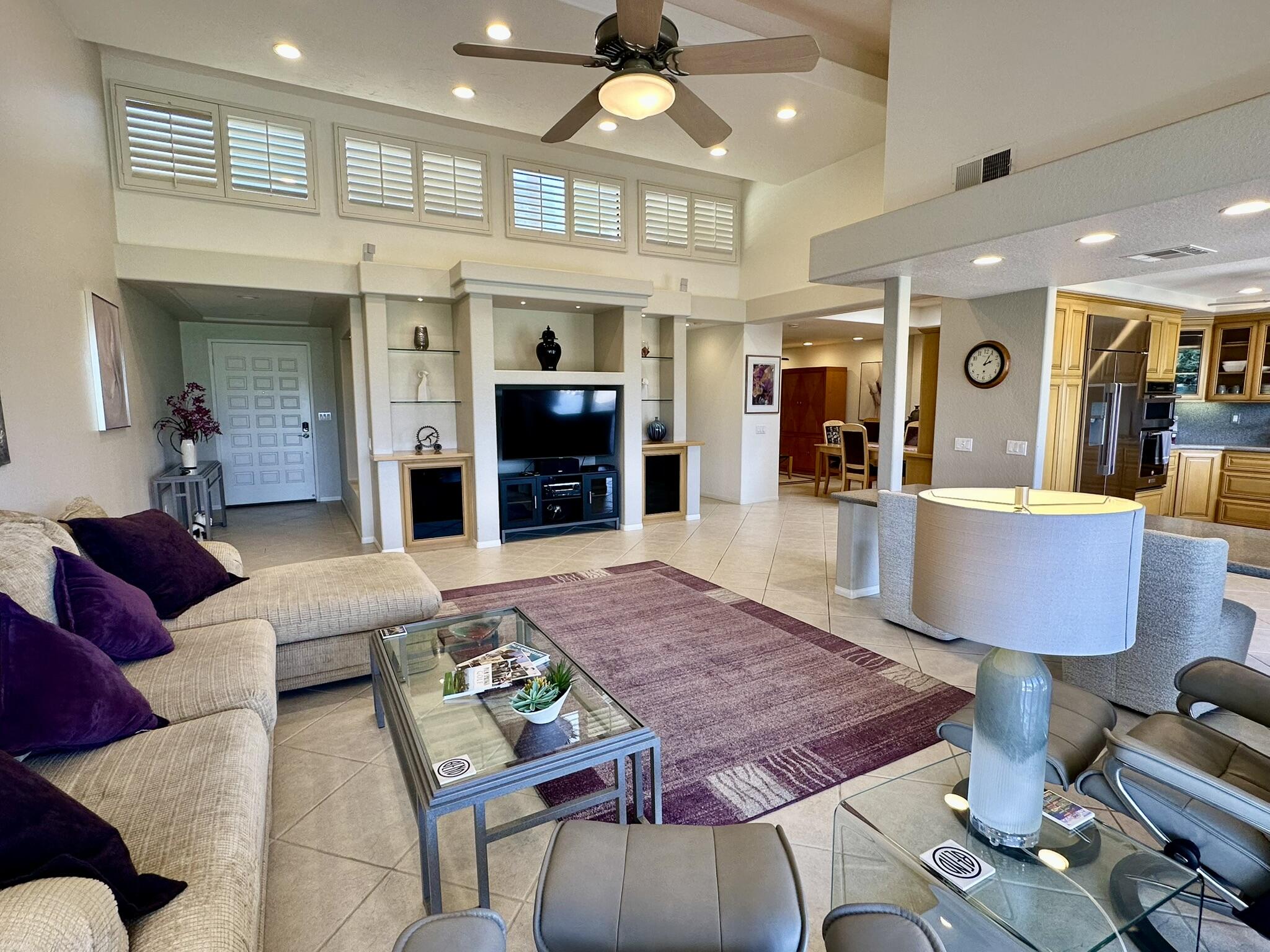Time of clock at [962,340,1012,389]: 2:04
